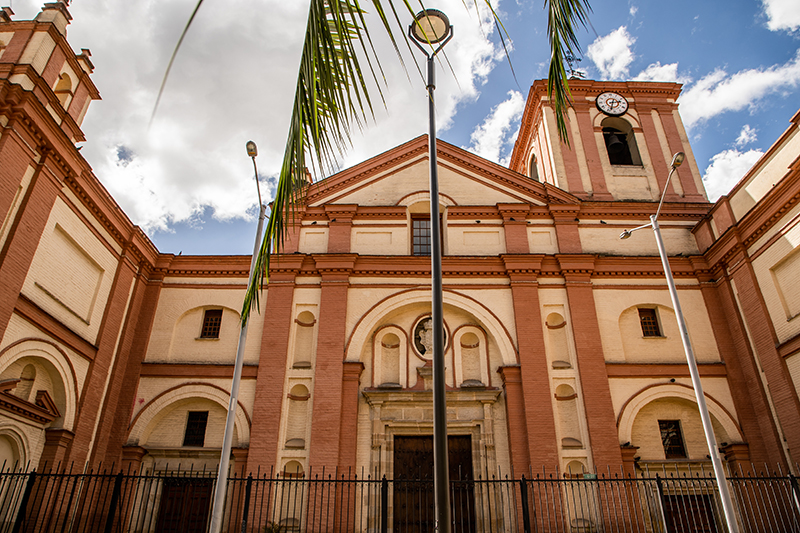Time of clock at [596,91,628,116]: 2:33
